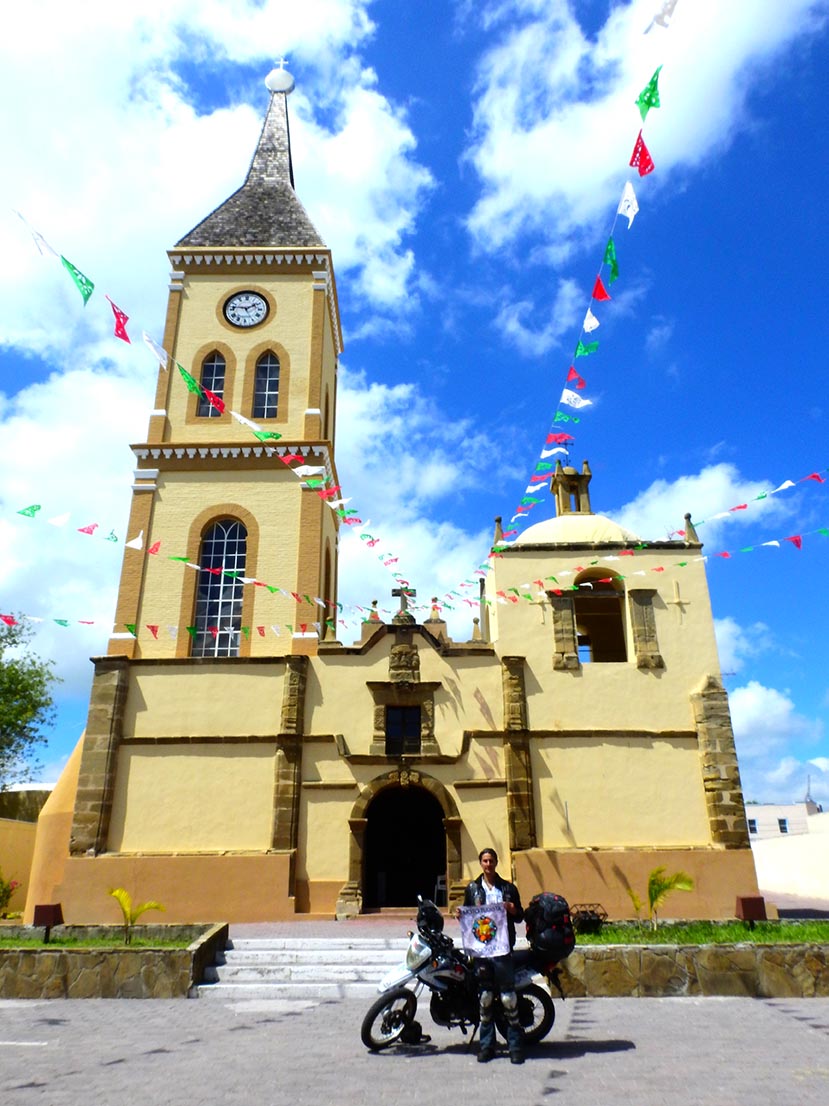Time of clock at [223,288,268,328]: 1:46
